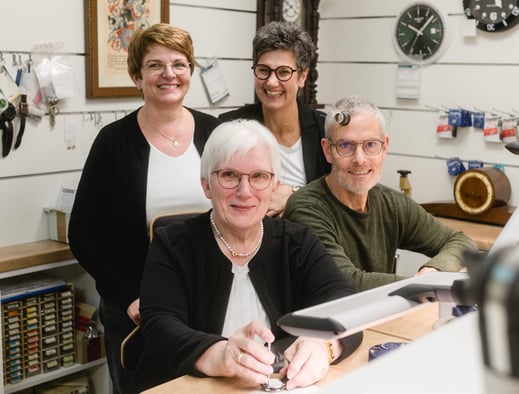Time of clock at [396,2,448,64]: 10:07
